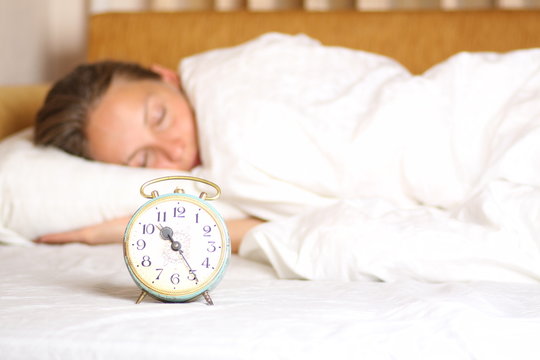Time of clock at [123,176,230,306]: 10:24
